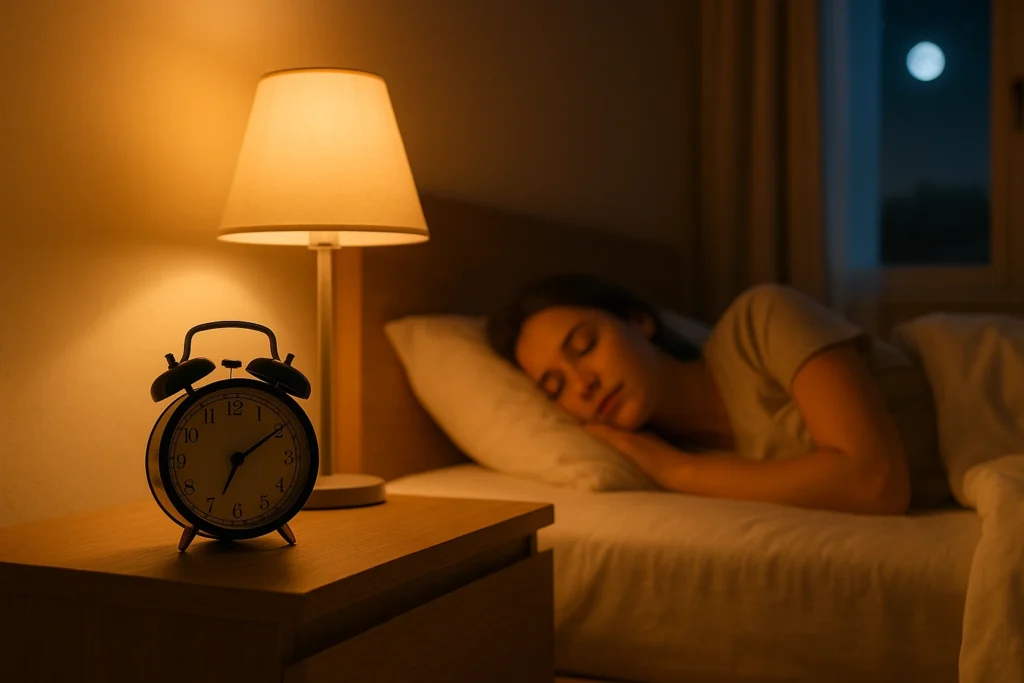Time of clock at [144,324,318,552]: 7:09
